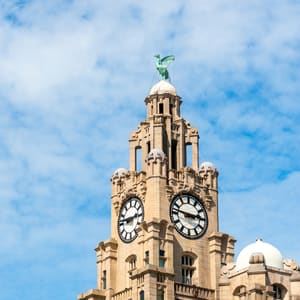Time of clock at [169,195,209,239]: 2:46
